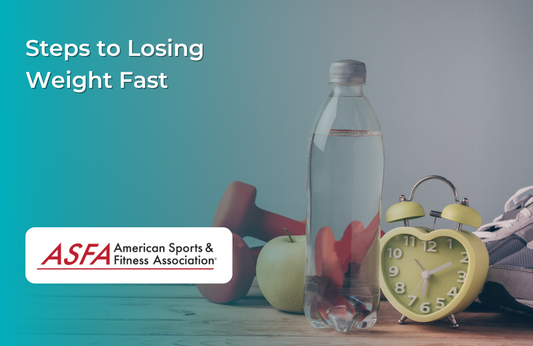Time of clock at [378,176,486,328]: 6:10
